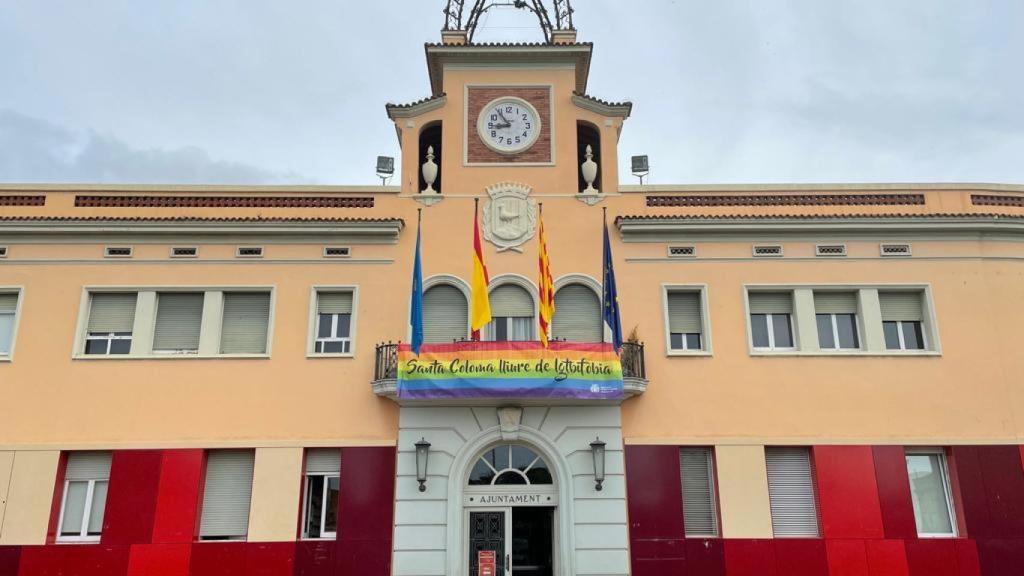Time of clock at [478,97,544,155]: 8:54
